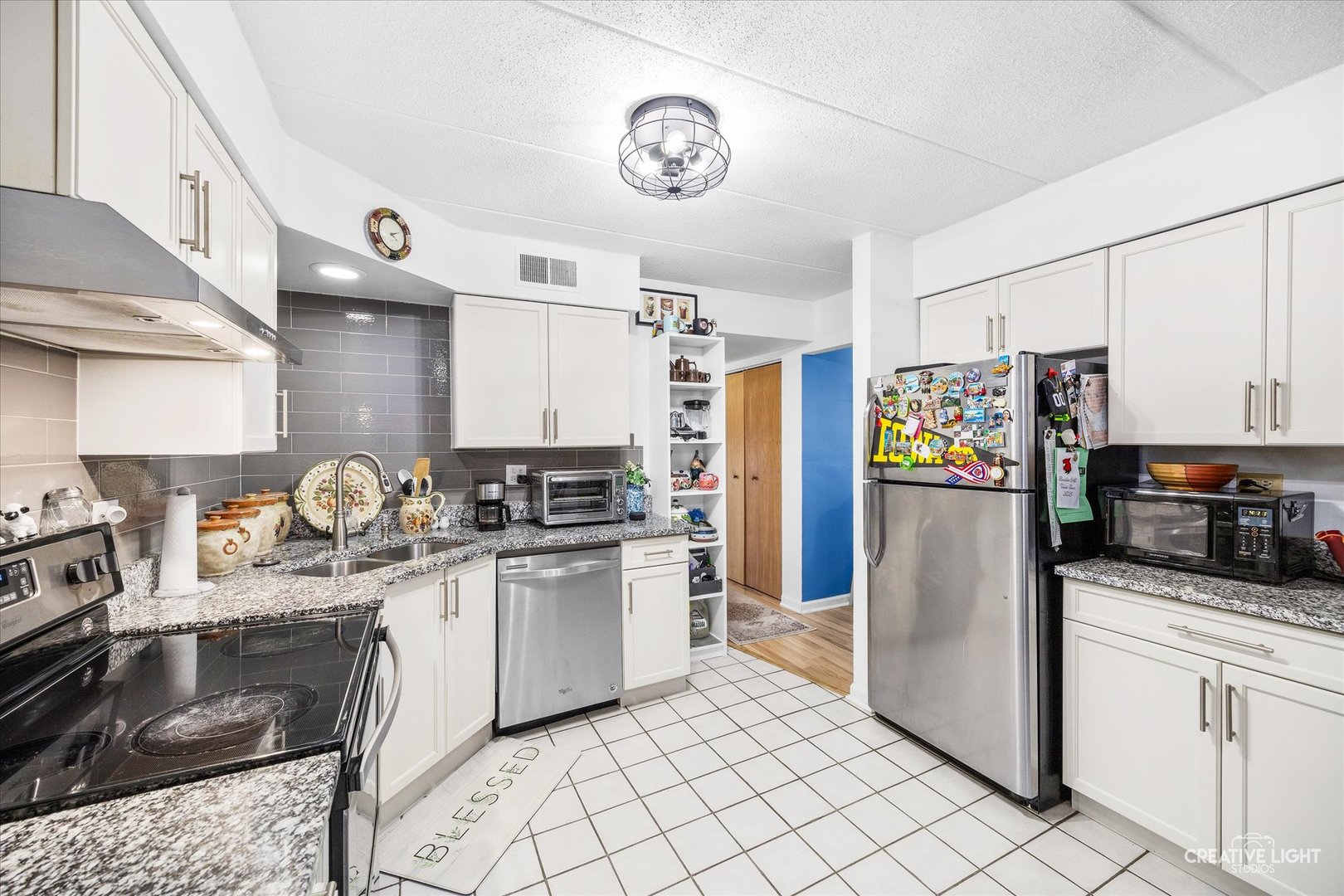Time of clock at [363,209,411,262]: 4:12
